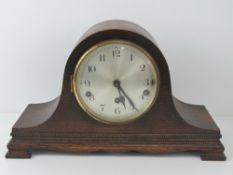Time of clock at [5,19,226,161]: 5:24
